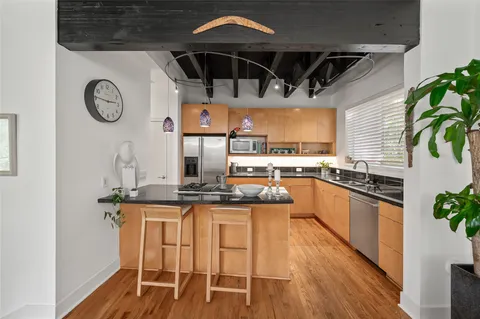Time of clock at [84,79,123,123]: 2:45
